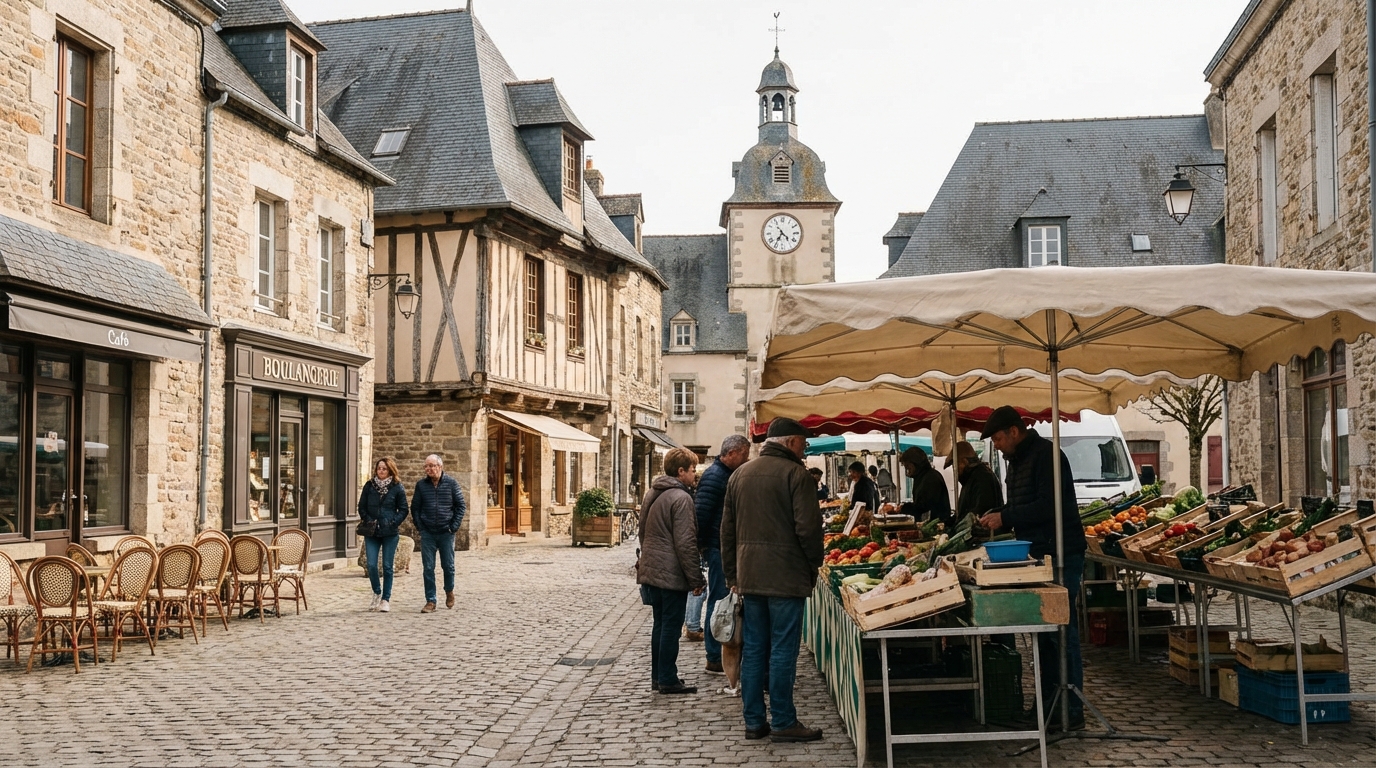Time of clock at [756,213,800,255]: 4:35
